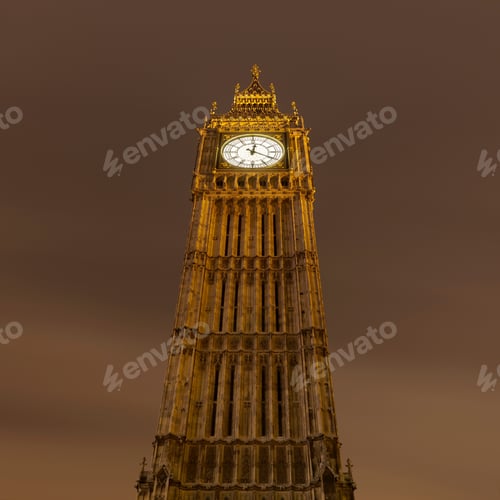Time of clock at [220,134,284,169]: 12:19
